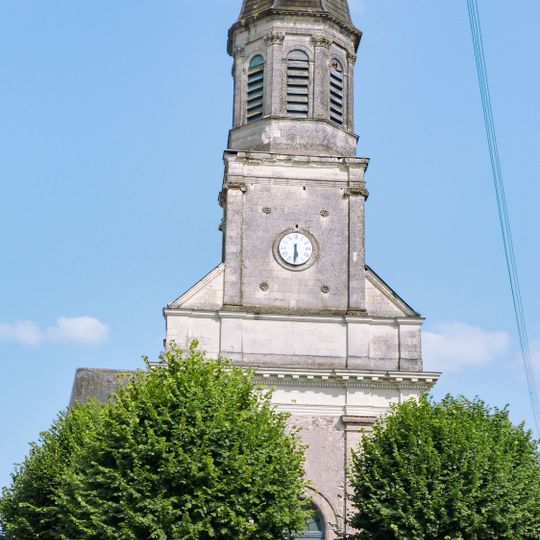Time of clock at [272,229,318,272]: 5:30
